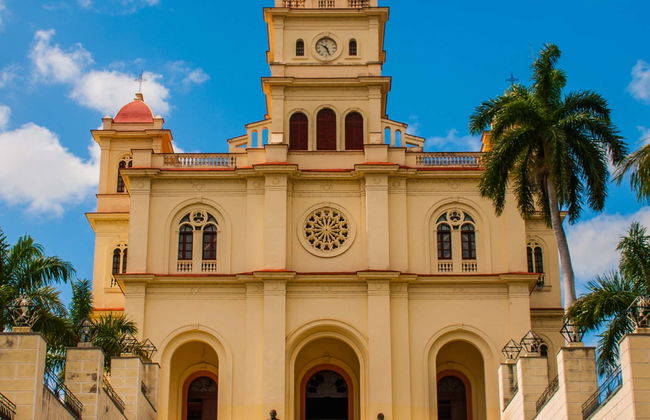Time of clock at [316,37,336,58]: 10:26
